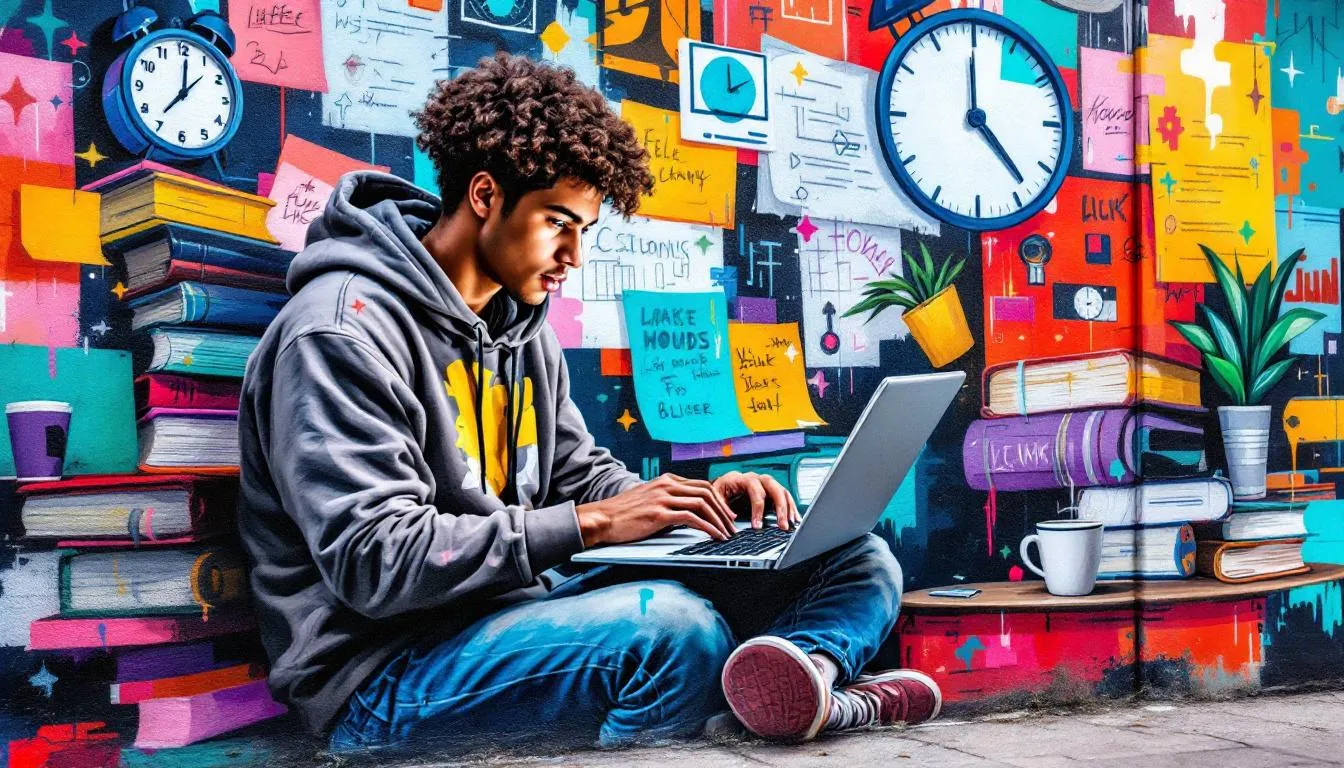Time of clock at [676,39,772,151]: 2:00
